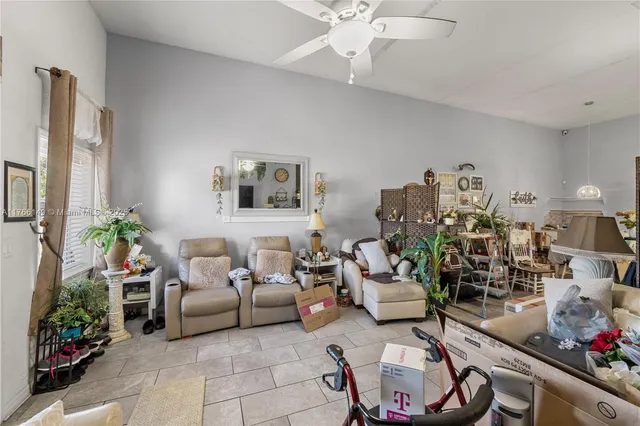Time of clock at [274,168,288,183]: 8:07
